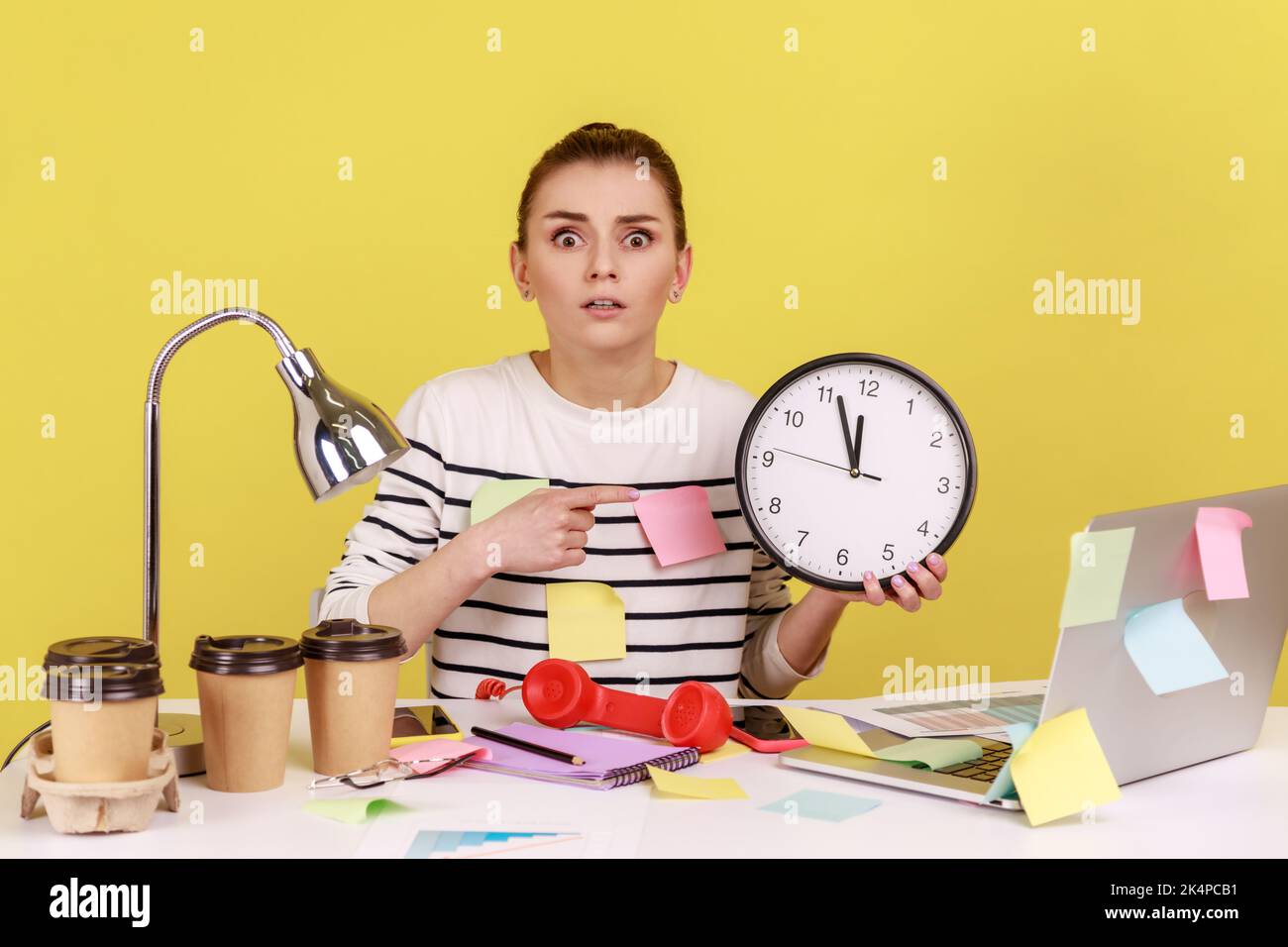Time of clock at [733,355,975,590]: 11:56
